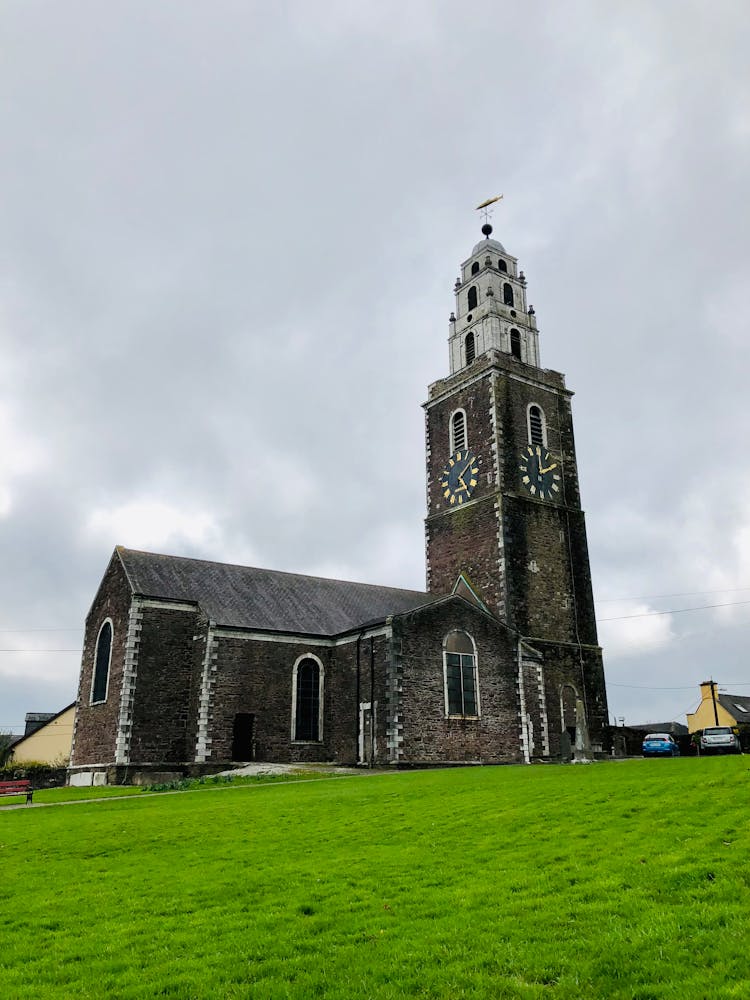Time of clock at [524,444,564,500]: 2:00
